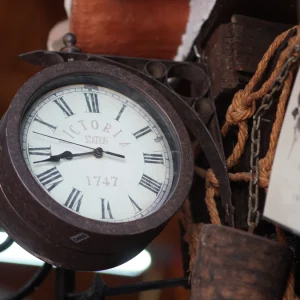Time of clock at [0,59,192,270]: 8:42
